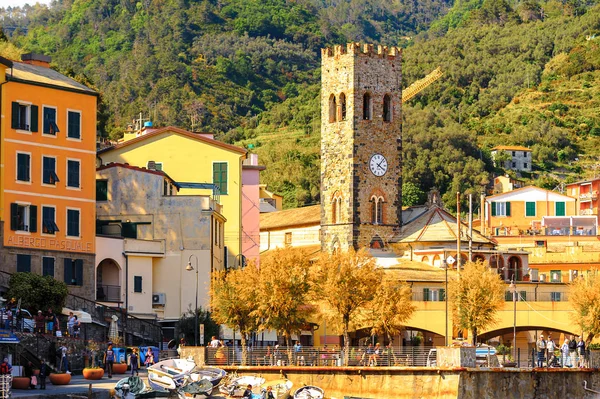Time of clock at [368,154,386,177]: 4:07
